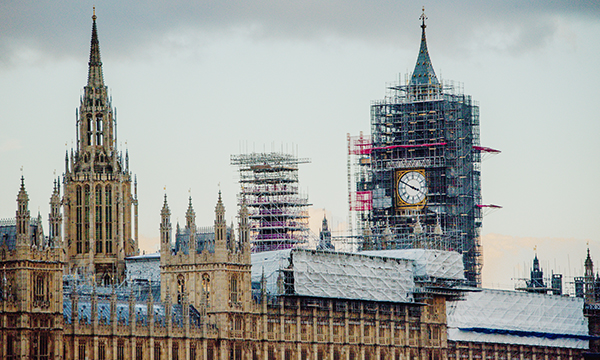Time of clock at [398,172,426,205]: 3:49
